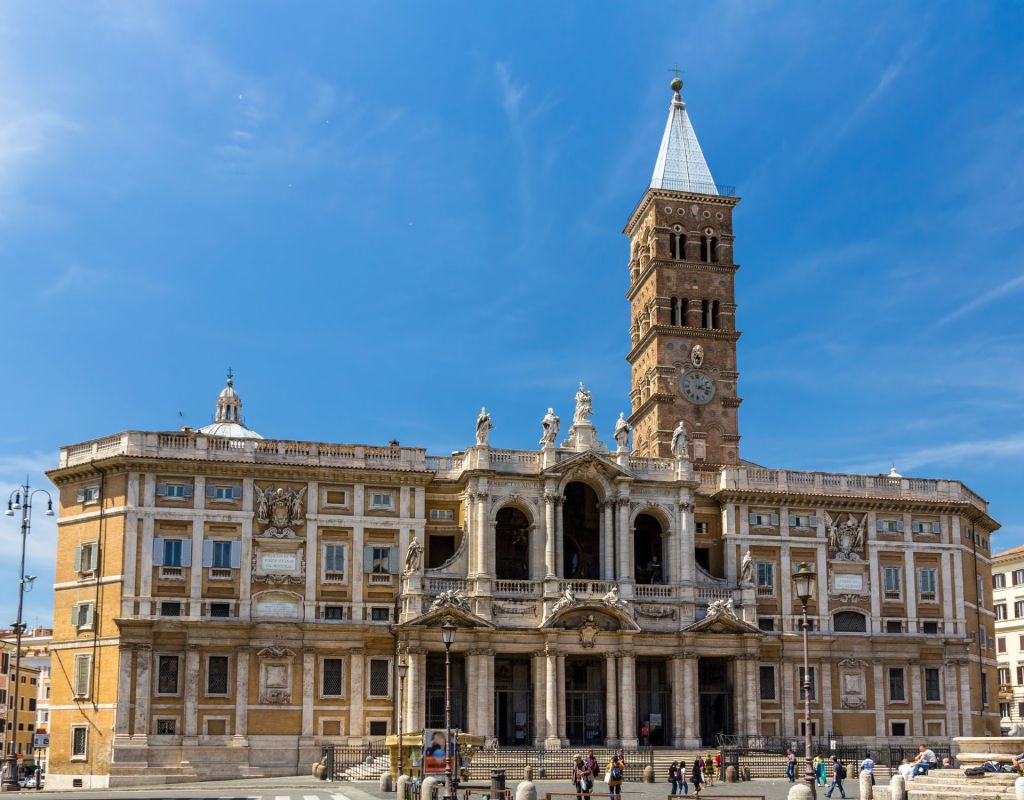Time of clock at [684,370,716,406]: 2:18
